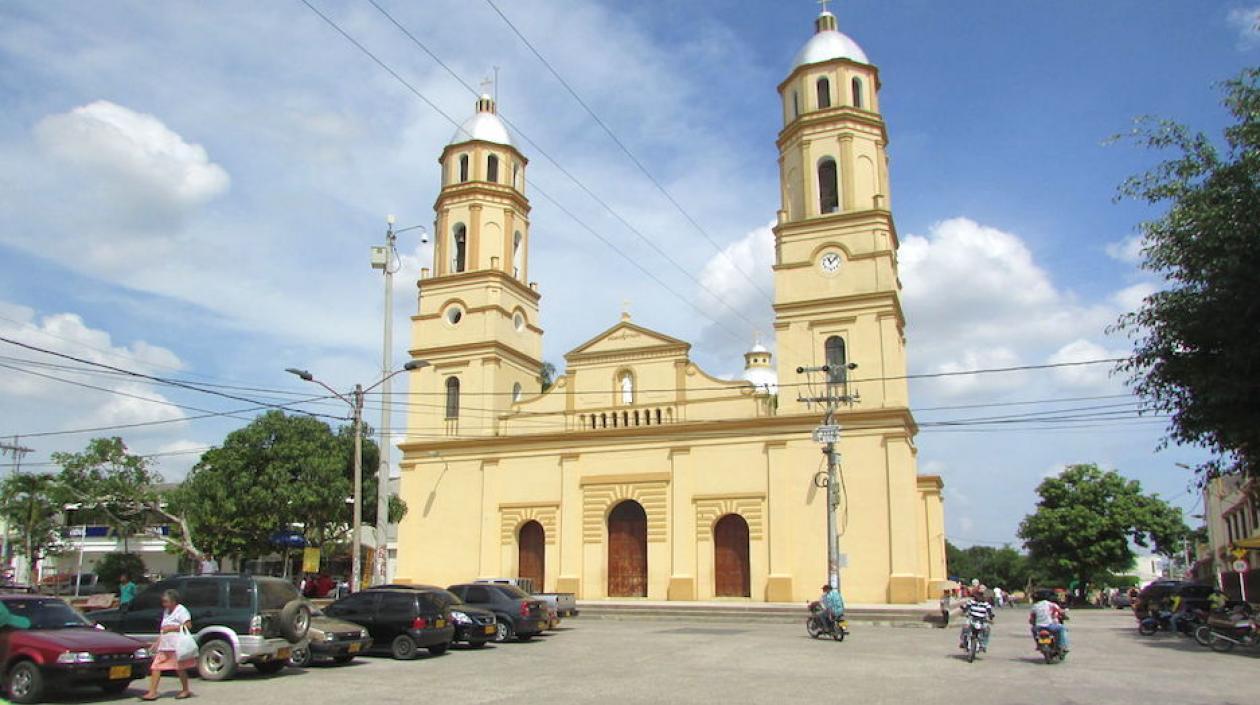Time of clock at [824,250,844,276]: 11:07
